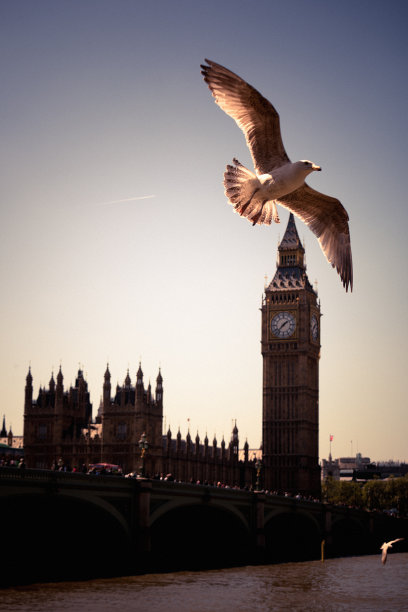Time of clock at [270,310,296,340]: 1:37
